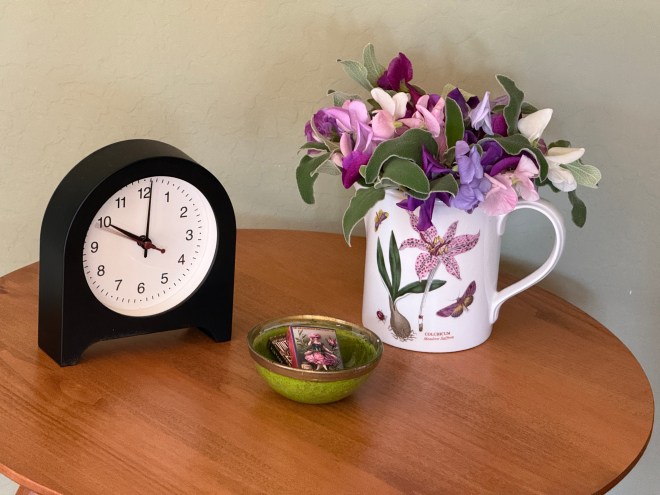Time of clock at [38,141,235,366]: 10:00
